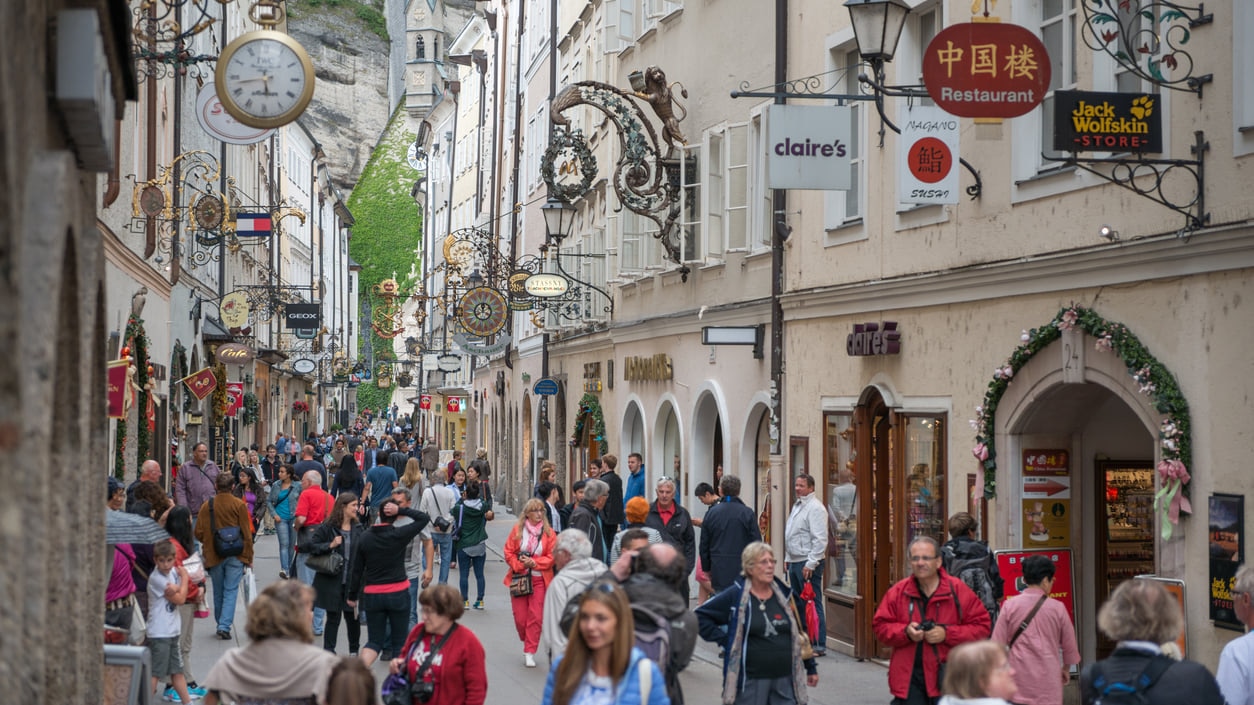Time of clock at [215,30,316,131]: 5:42
